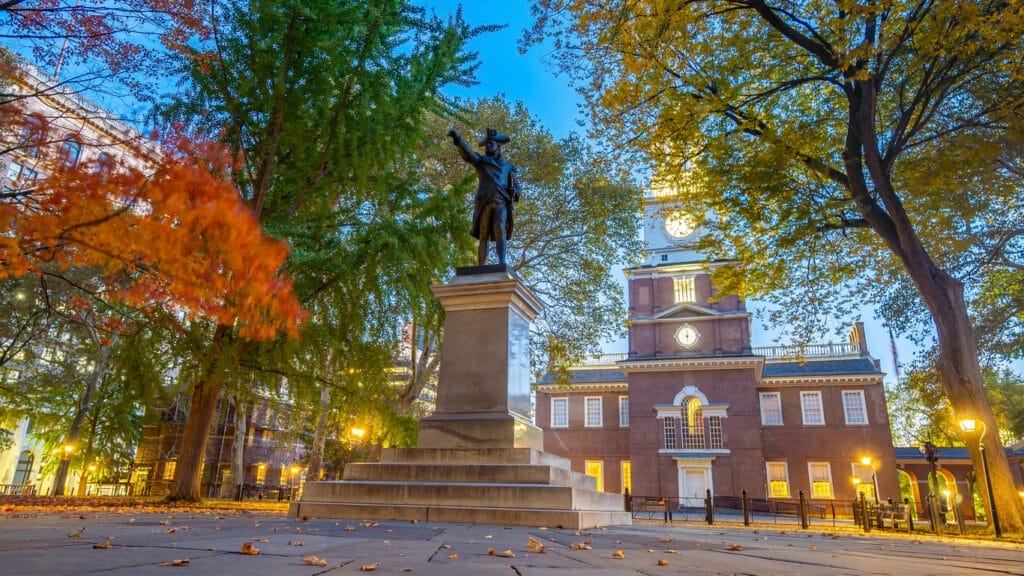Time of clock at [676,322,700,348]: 5:59
